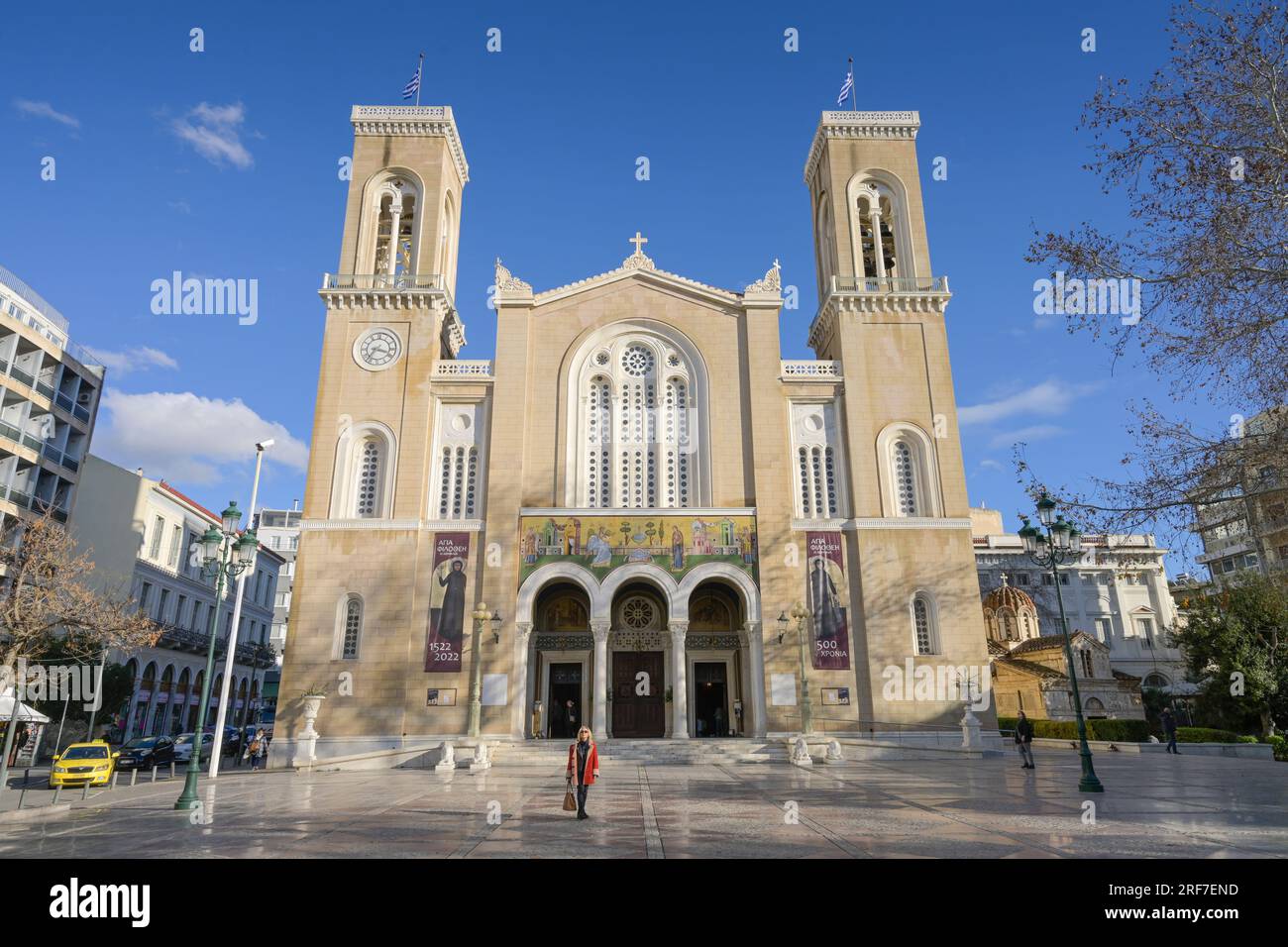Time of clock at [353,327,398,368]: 3:36
